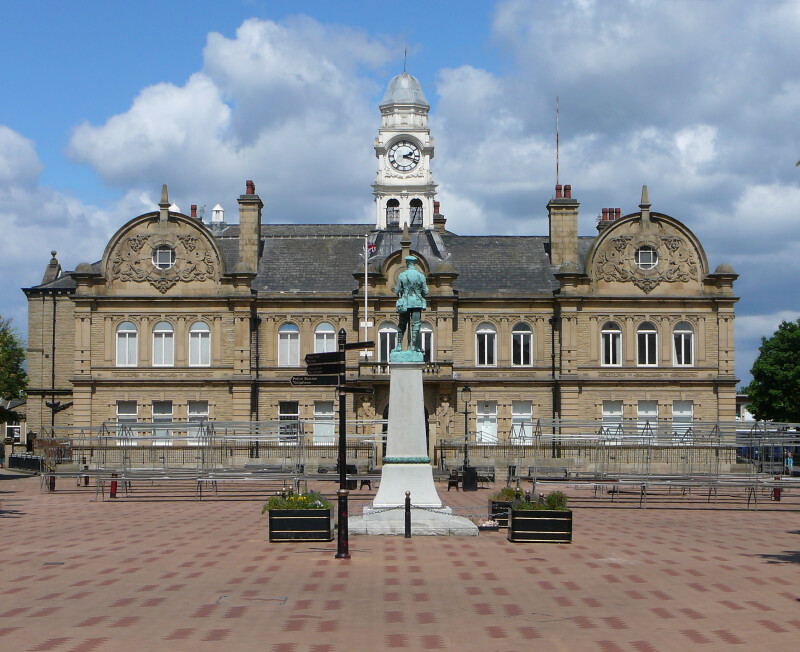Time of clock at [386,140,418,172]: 2:18
